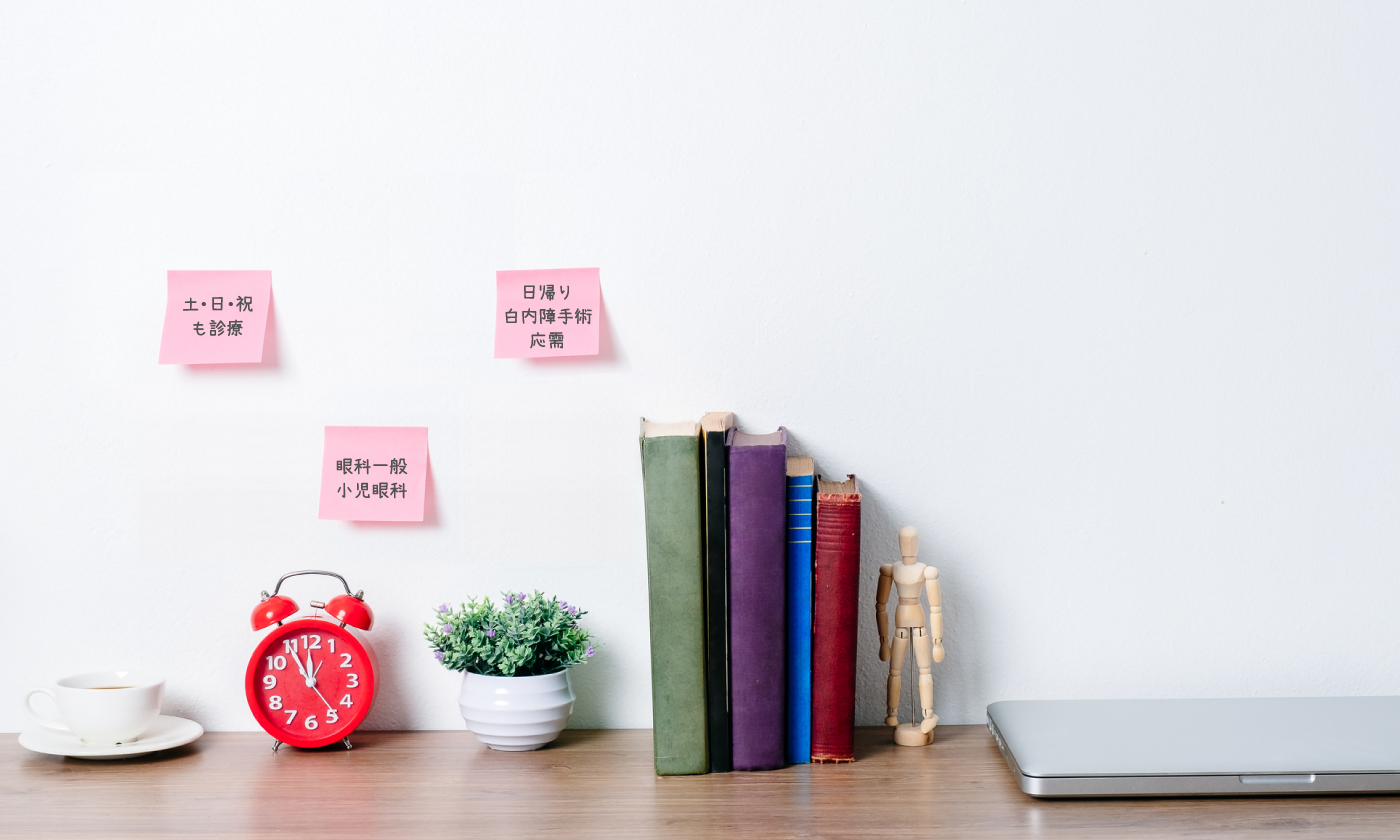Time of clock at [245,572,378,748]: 11:54
